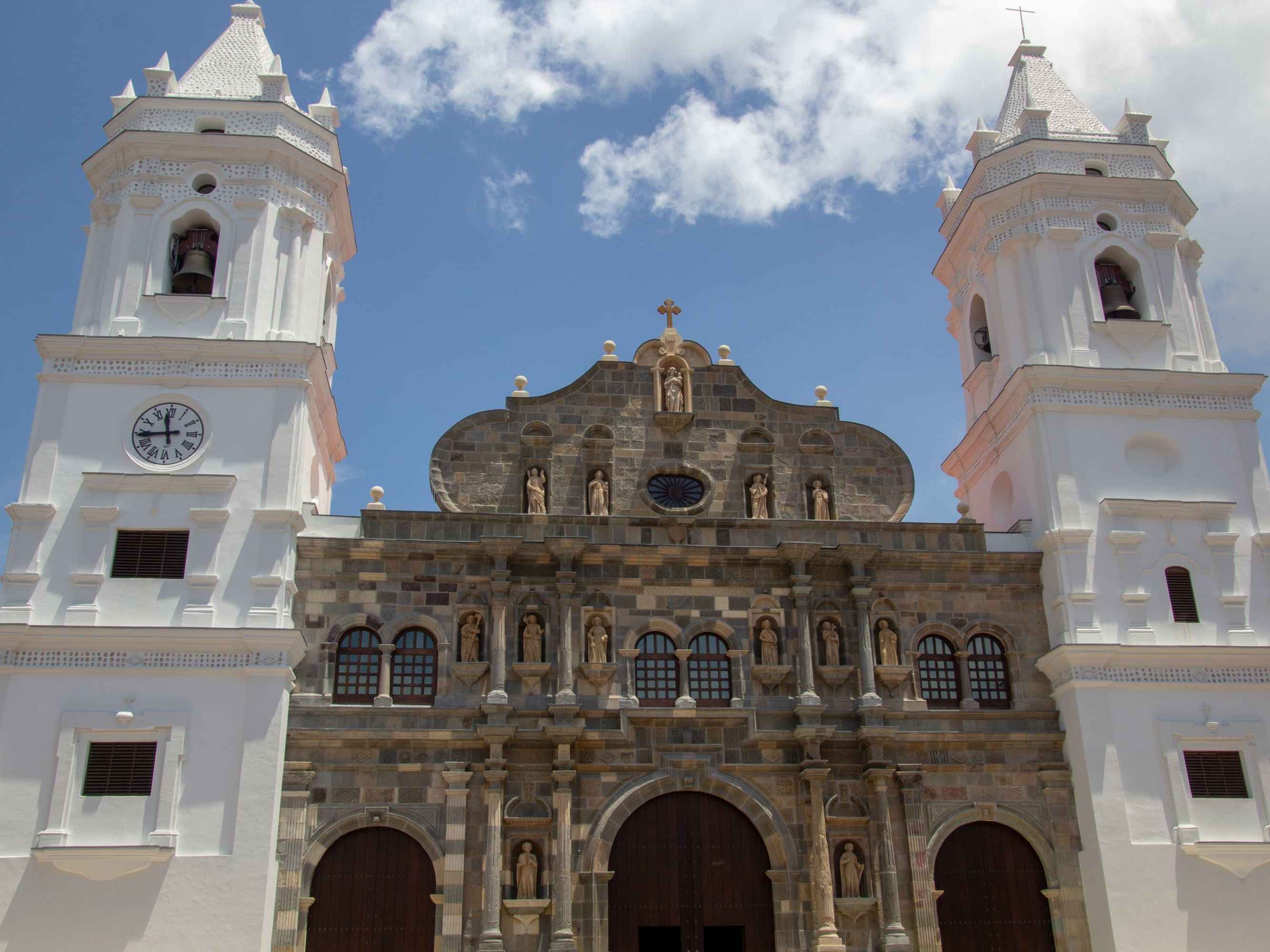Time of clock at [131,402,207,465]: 11:43
